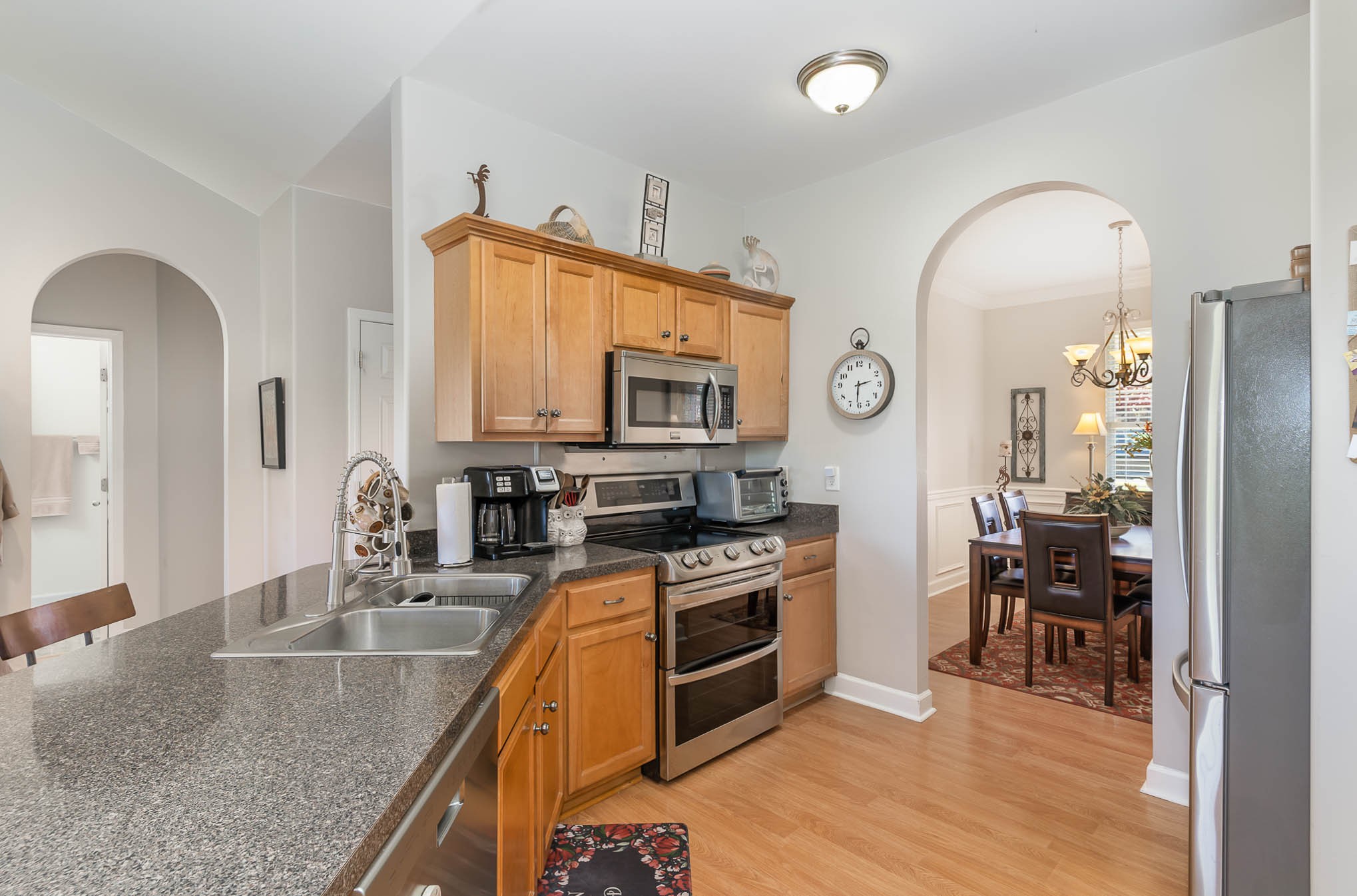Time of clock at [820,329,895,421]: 2:30
